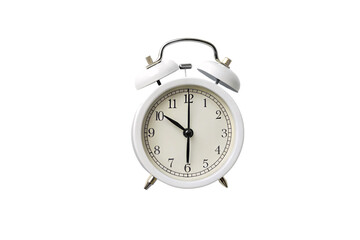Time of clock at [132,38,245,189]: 10:00
